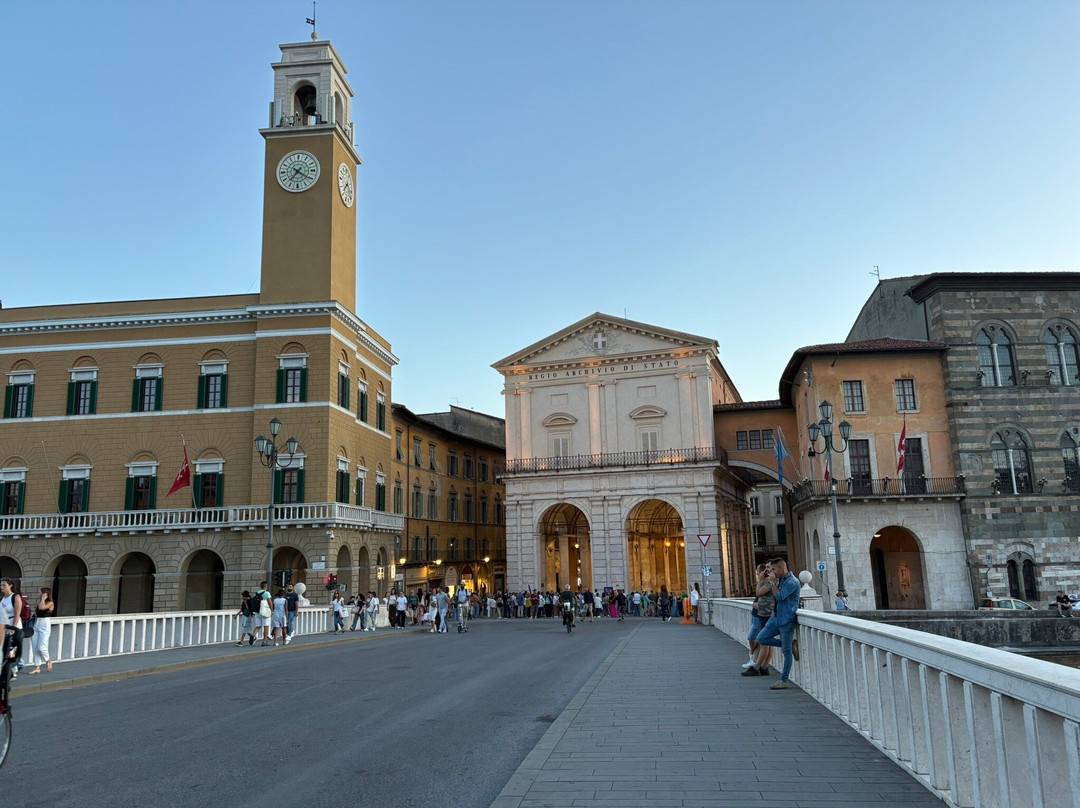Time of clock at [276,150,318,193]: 7:20
